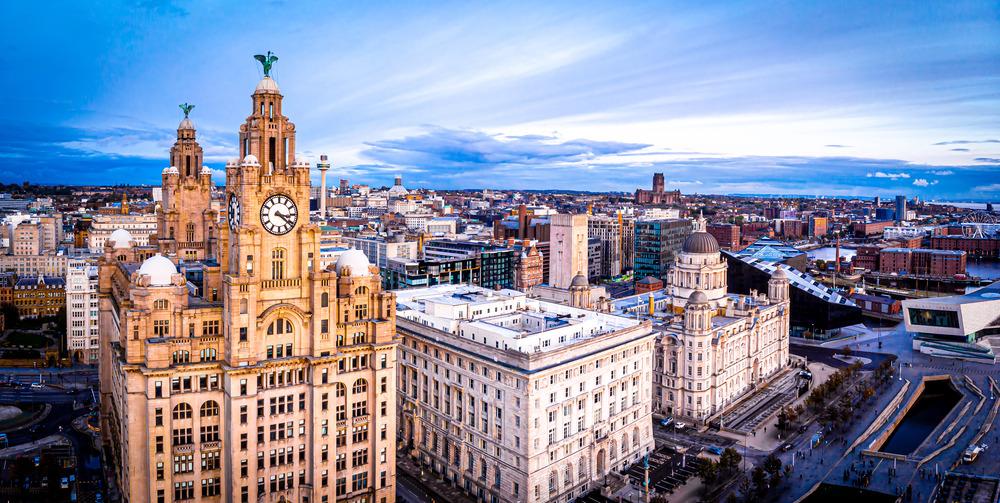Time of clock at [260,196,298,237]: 3:21
